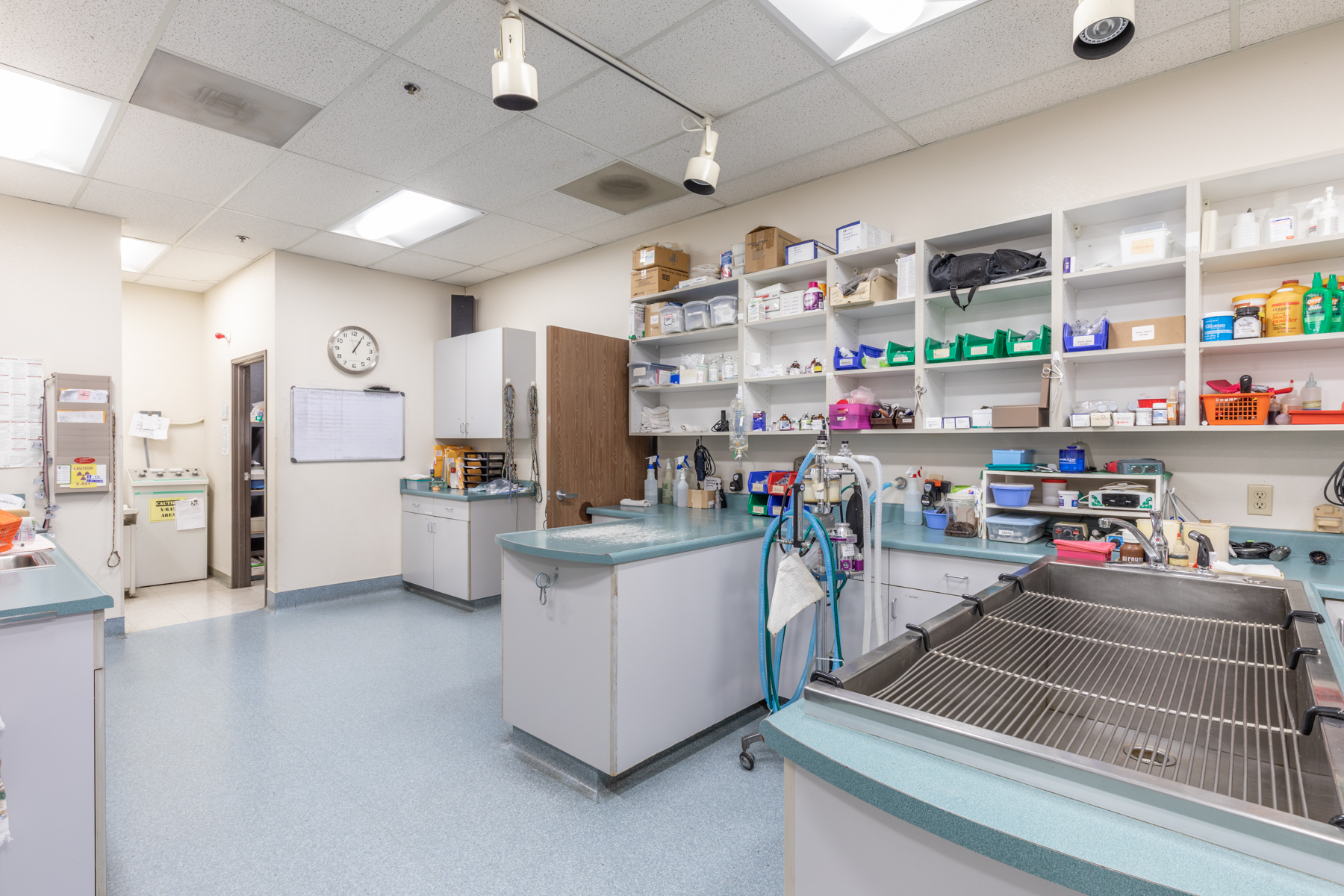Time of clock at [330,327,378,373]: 1:04
